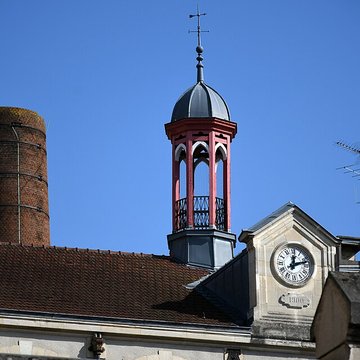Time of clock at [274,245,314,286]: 12:11
